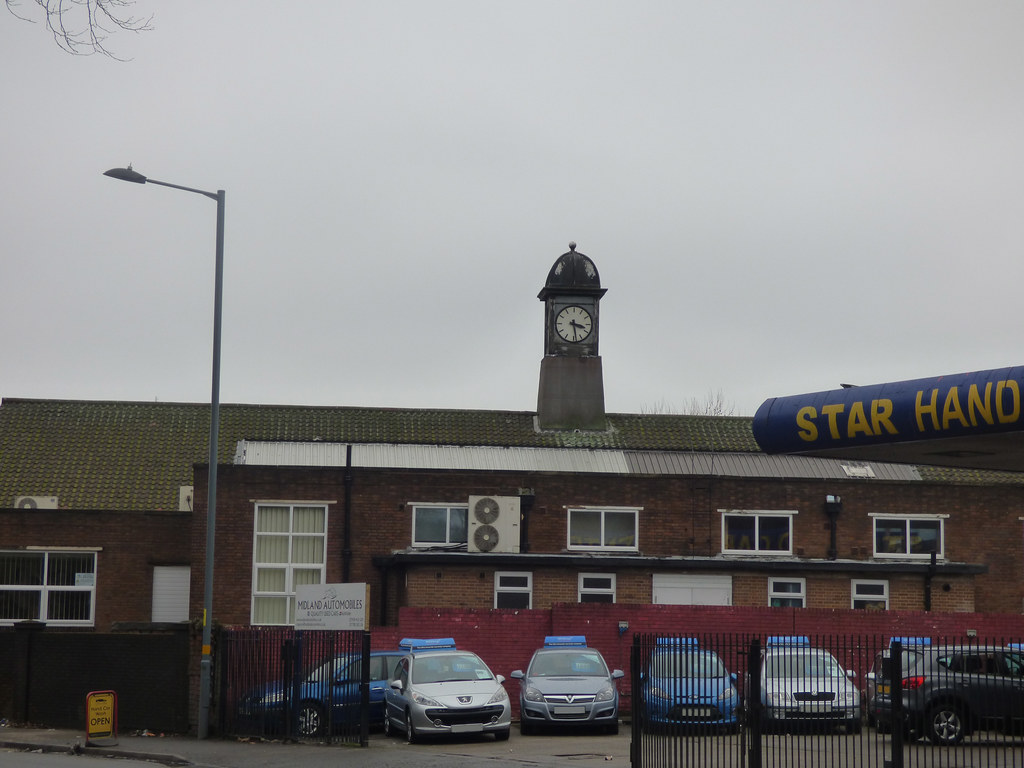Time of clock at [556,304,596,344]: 3:28
